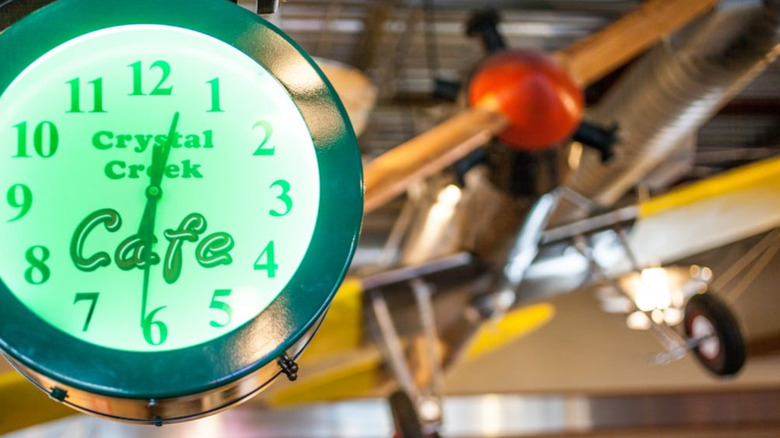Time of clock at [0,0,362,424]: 12:31
